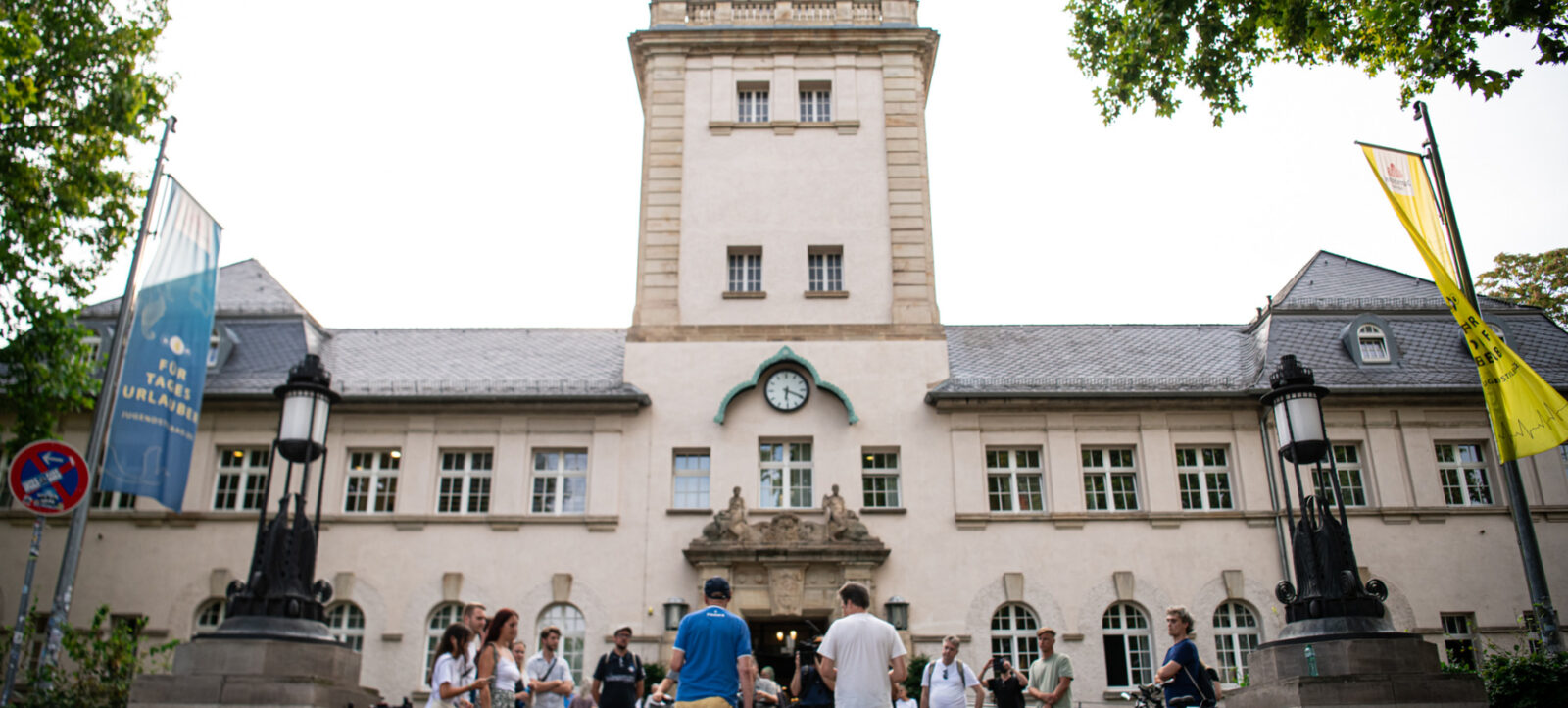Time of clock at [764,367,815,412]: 6:19
